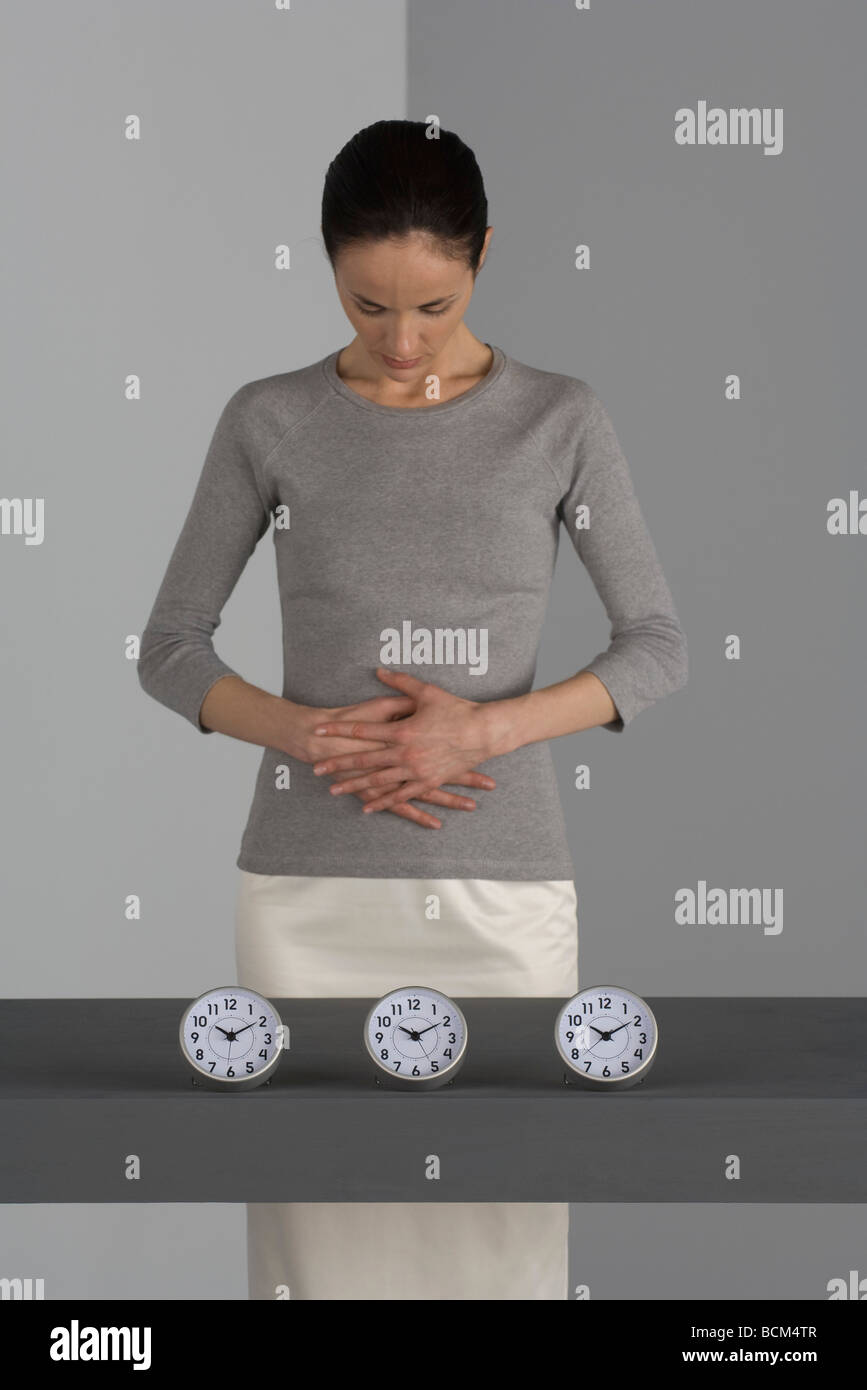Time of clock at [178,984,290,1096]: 10:09
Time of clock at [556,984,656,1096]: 10:09
